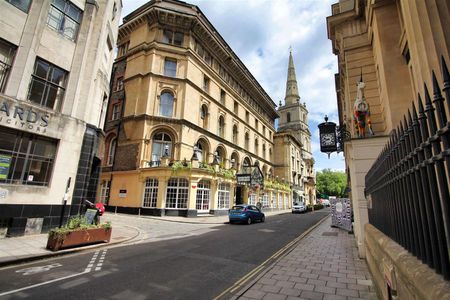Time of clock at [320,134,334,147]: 9:41
